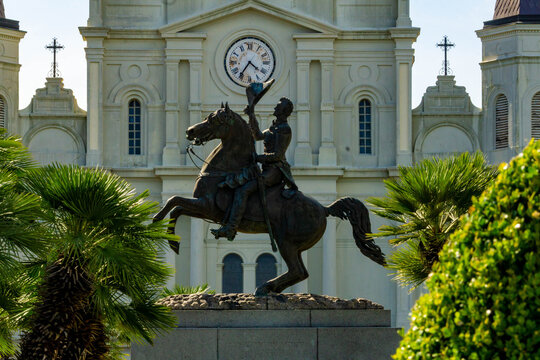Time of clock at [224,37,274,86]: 4:35
